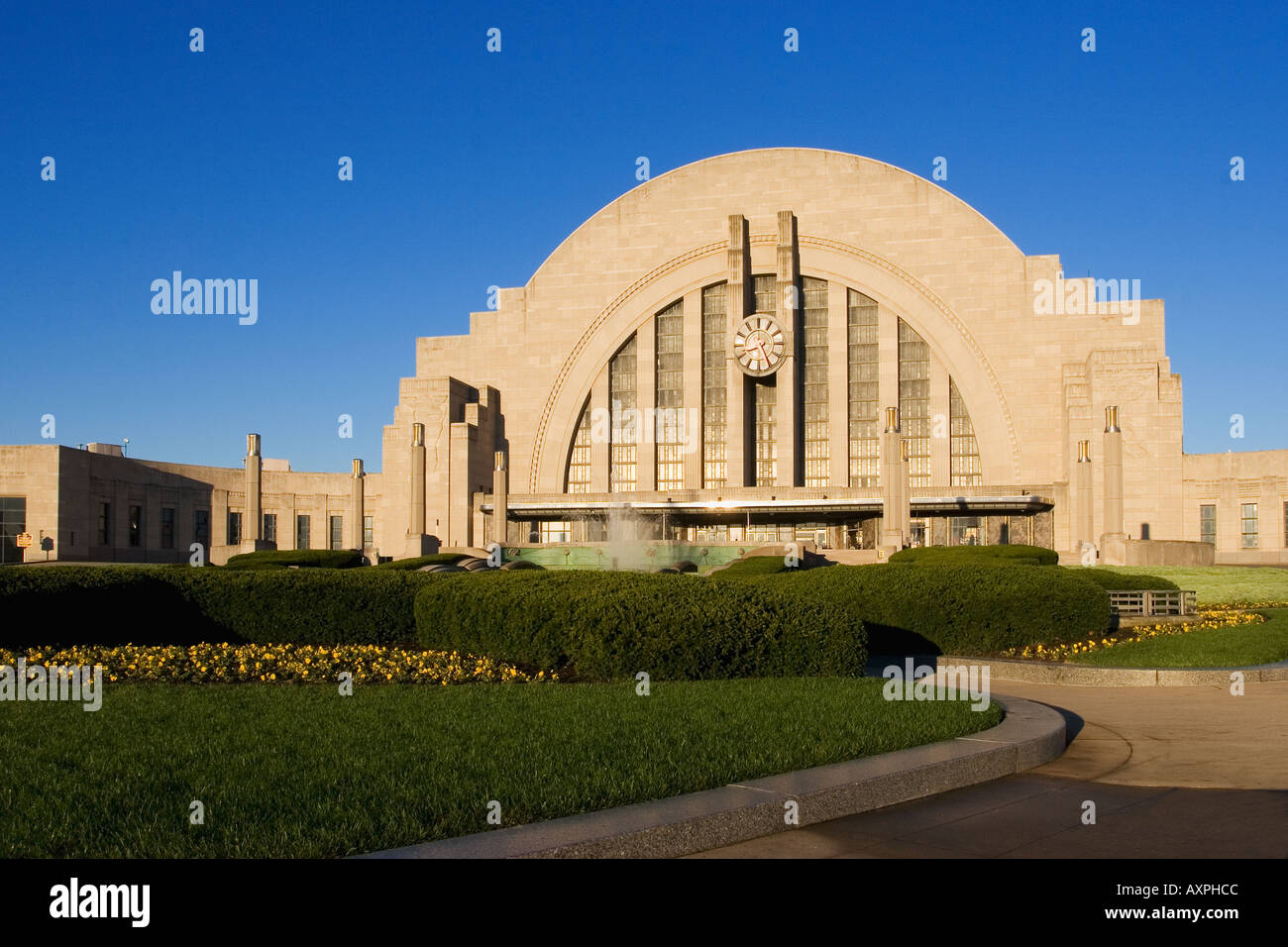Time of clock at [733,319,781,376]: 8:25
